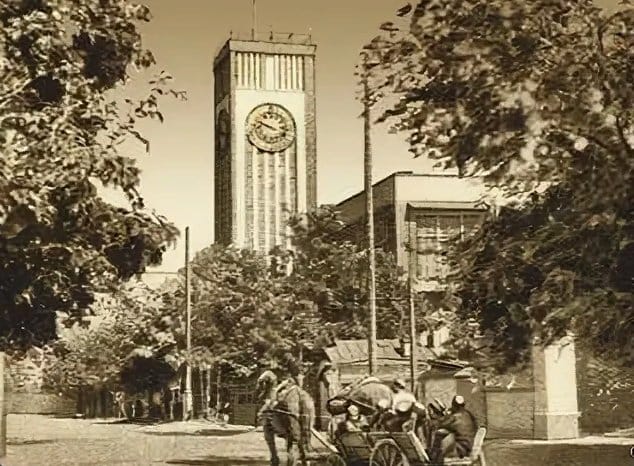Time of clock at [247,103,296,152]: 9:48
